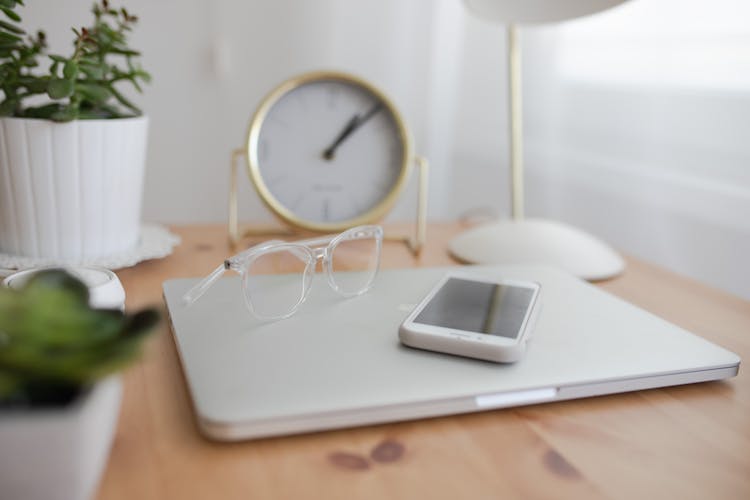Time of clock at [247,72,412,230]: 1:07
